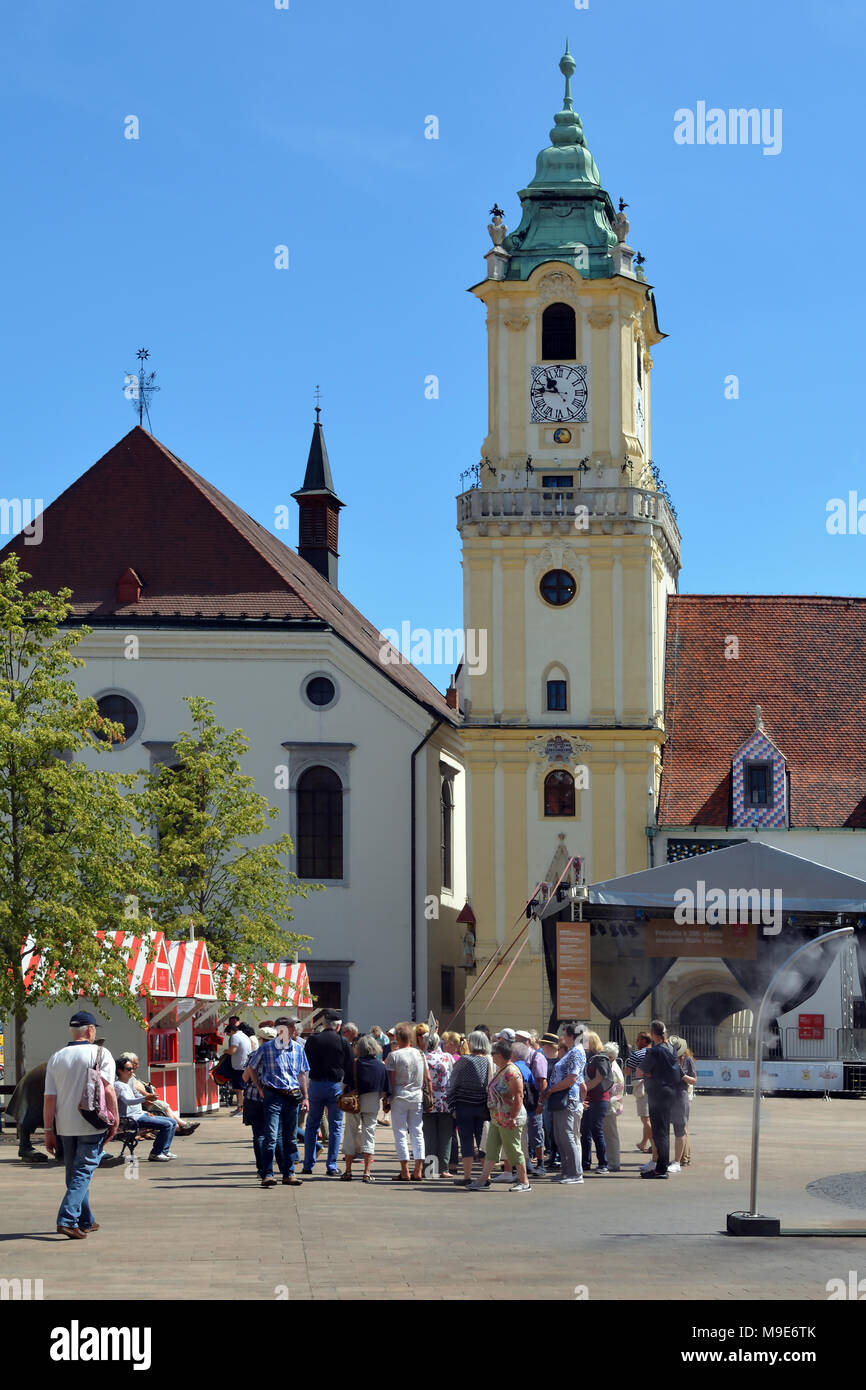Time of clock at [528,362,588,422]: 10:46
